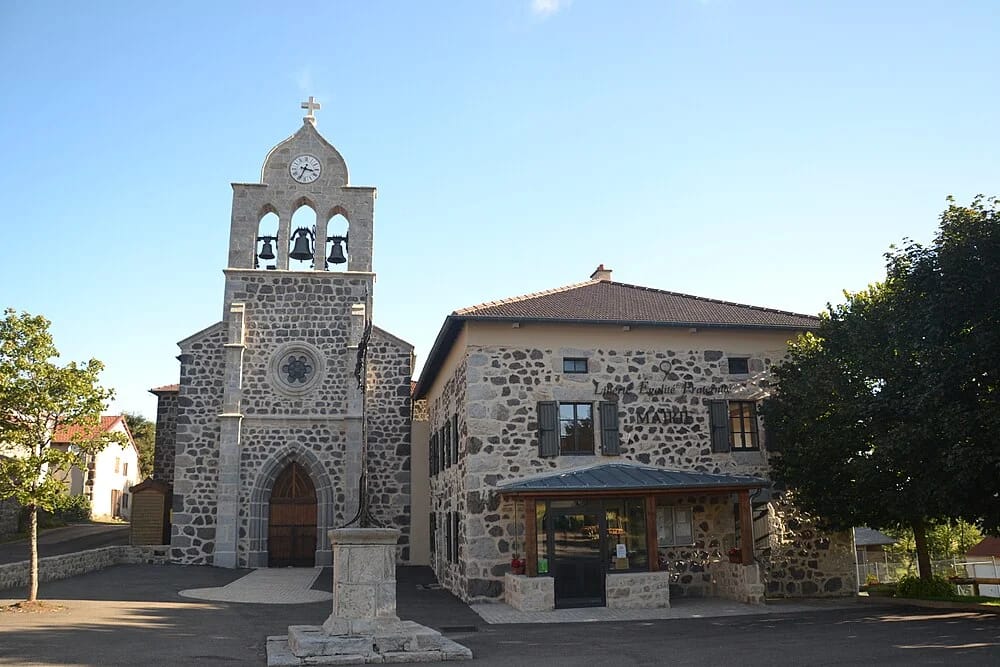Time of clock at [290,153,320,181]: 3:34
